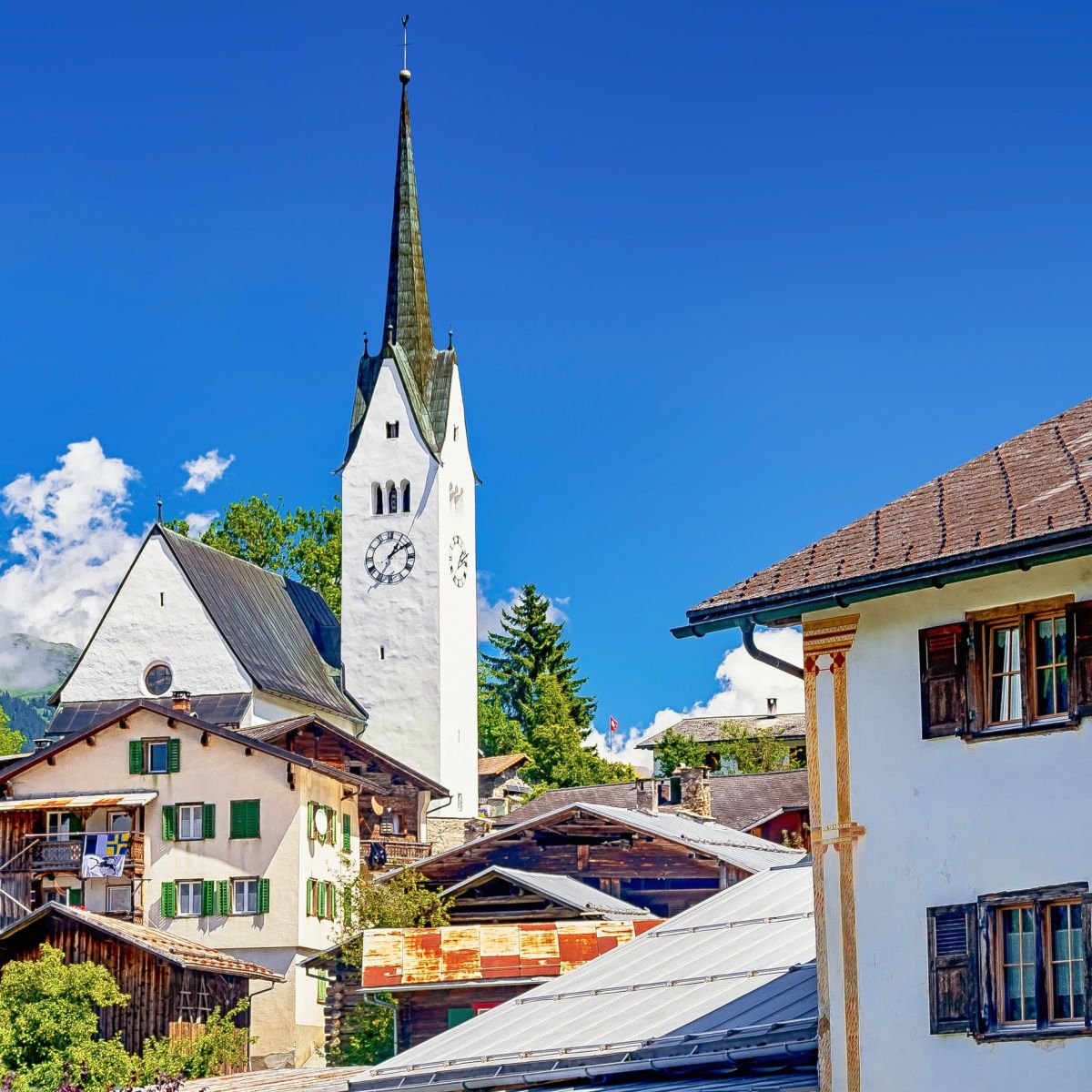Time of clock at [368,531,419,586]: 1:09
